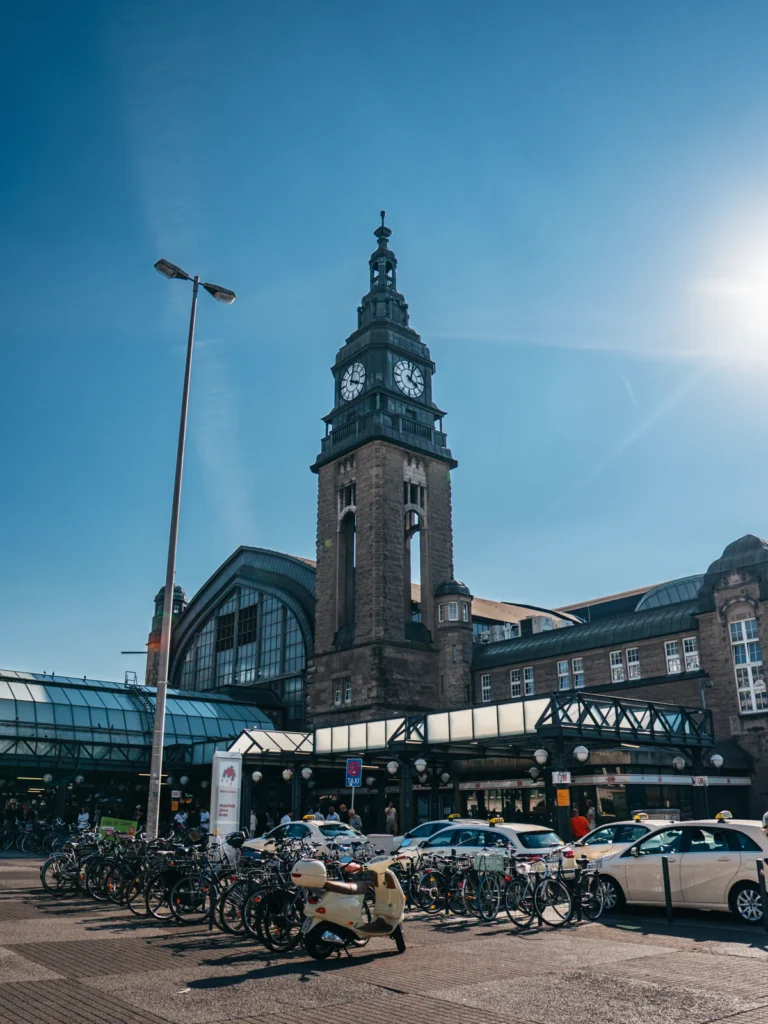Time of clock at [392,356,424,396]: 4:02
